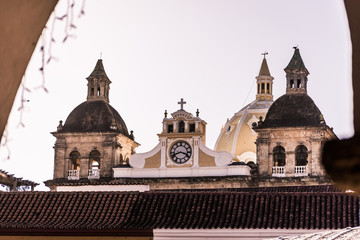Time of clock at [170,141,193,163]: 3:41
